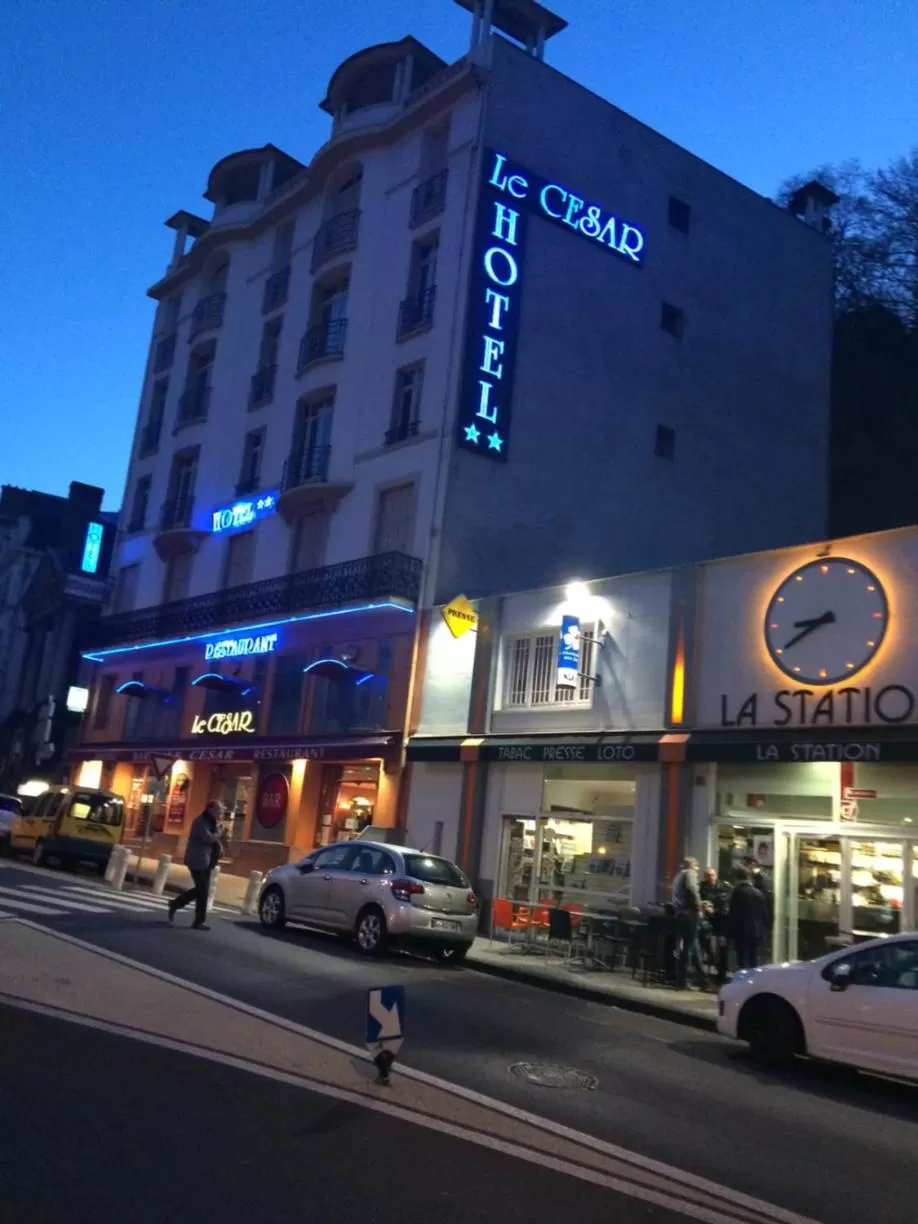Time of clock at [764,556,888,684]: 8:39
